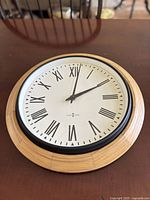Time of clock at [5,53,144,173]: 2:01
